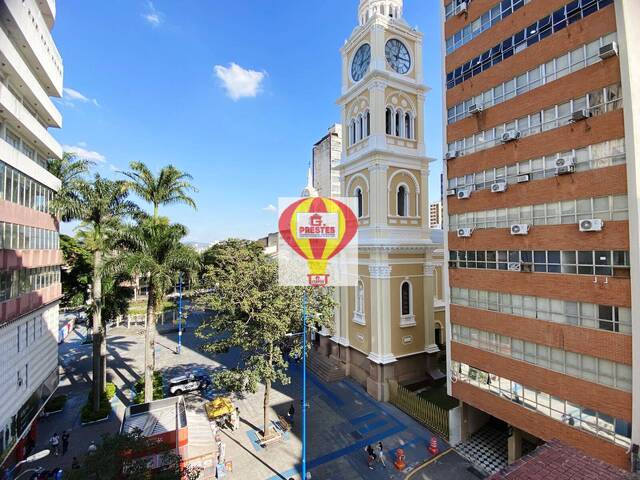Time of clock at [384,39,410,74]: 3:02
